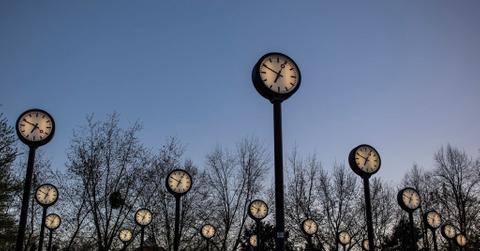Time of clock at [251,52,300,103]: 12:49
